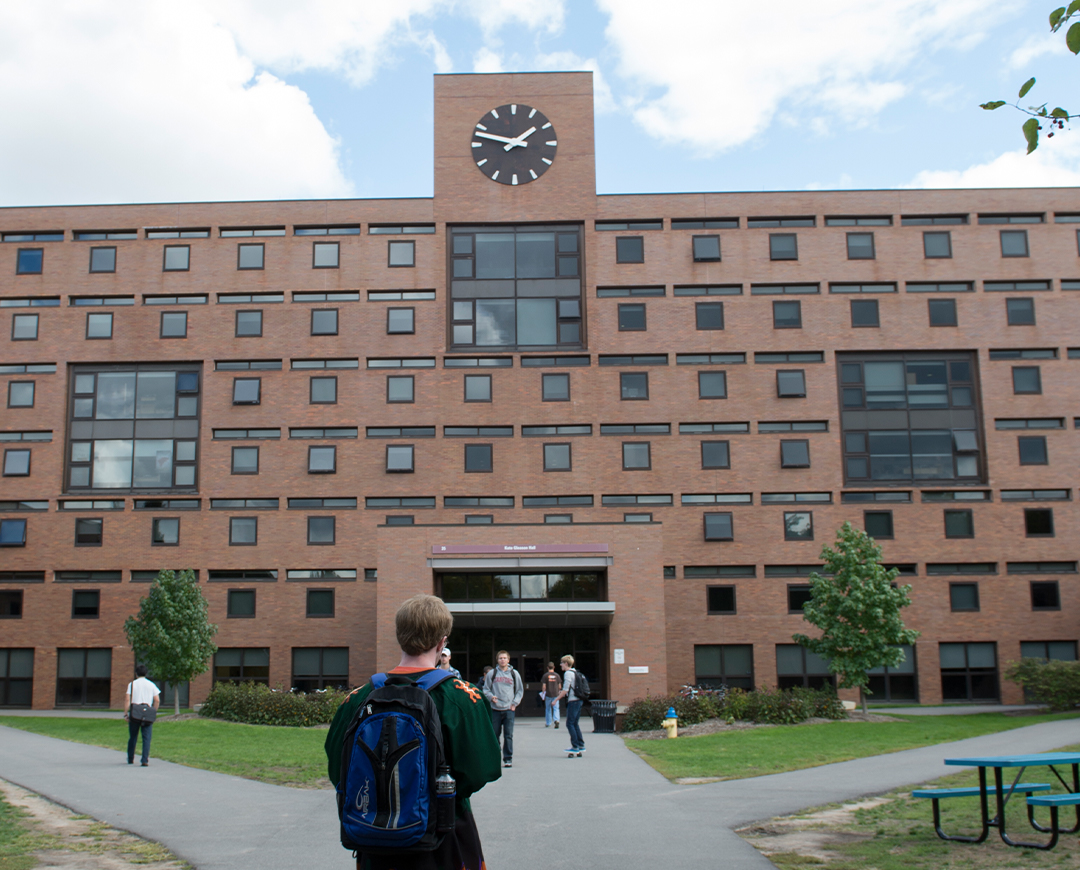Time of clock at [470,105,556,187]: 1:47
